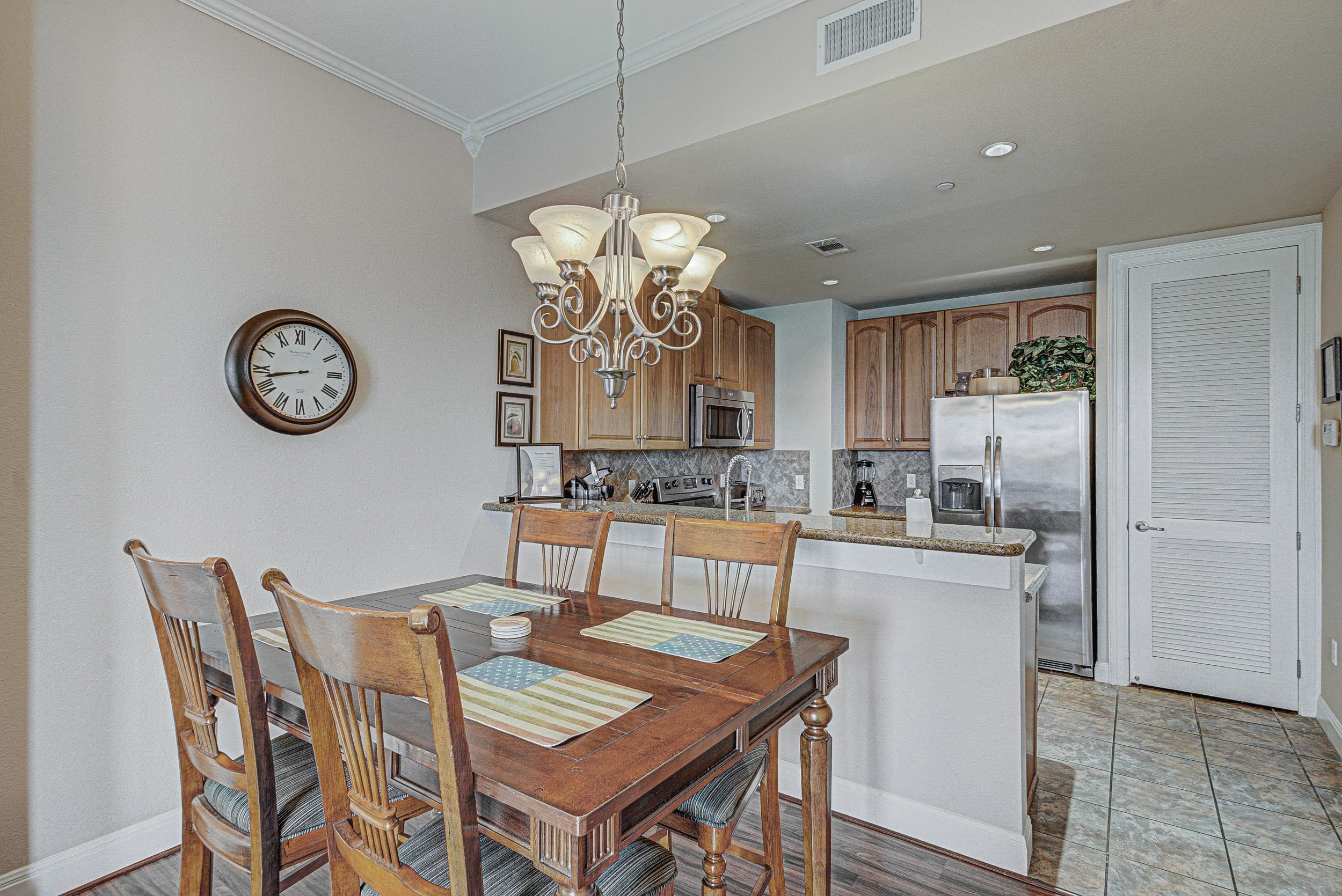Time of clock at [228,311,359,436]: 8:42
